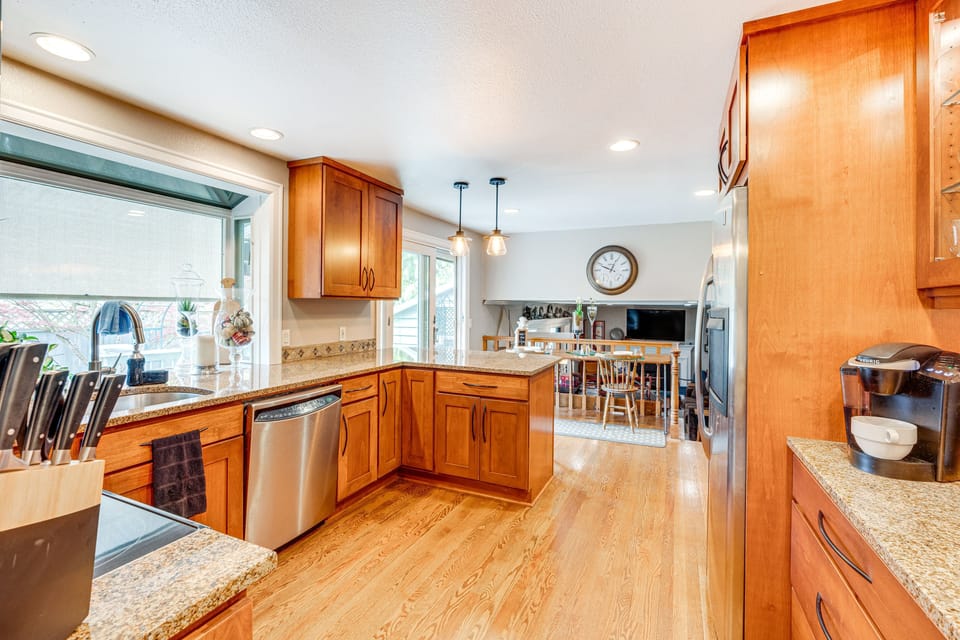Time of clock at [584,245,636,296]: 12:48
